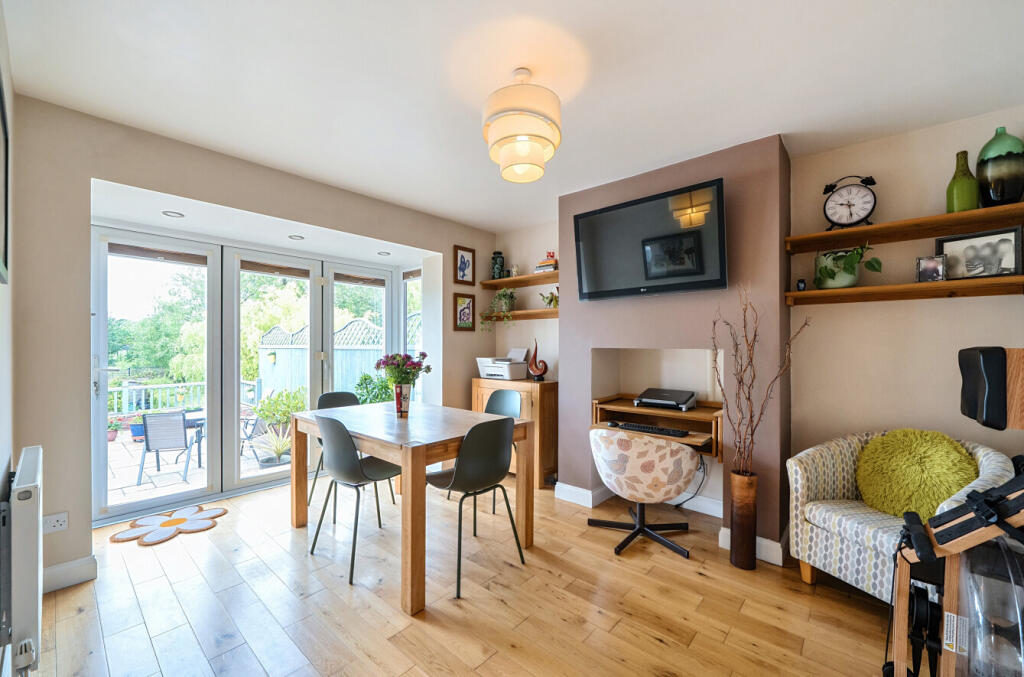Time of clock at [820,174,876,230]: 9:28
